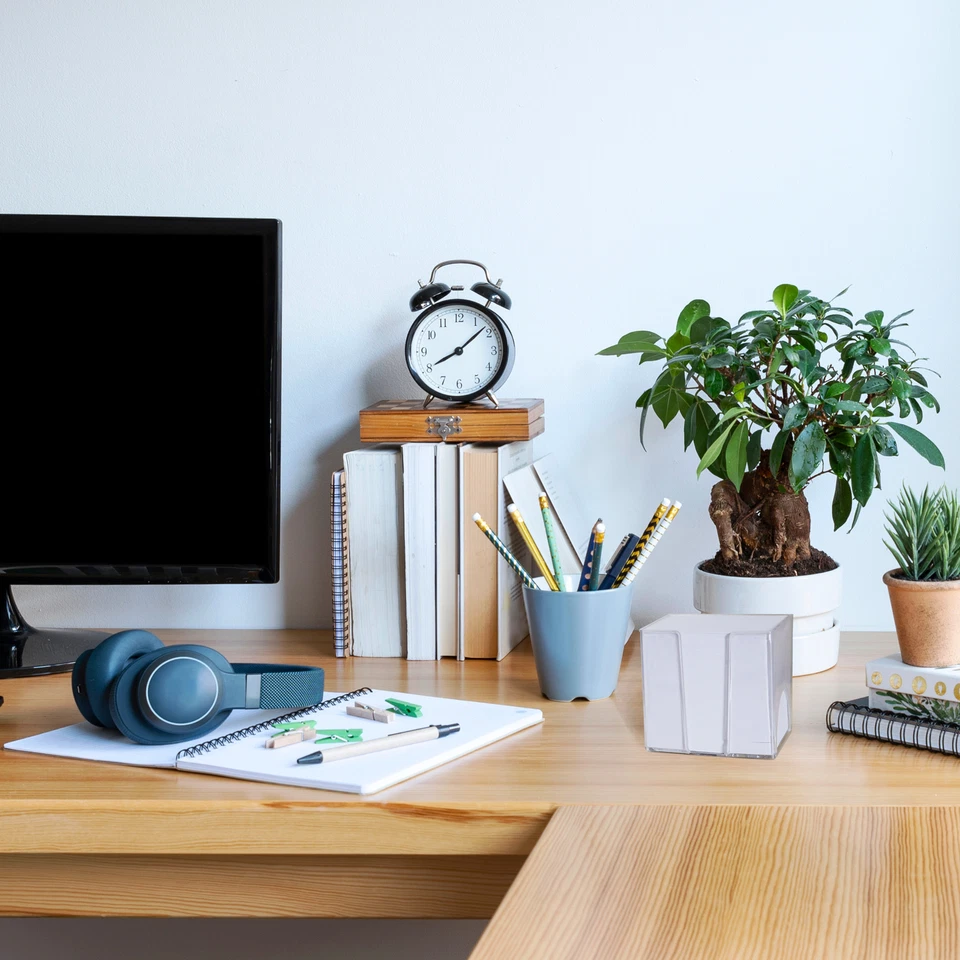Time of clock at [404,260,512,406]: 8:08
